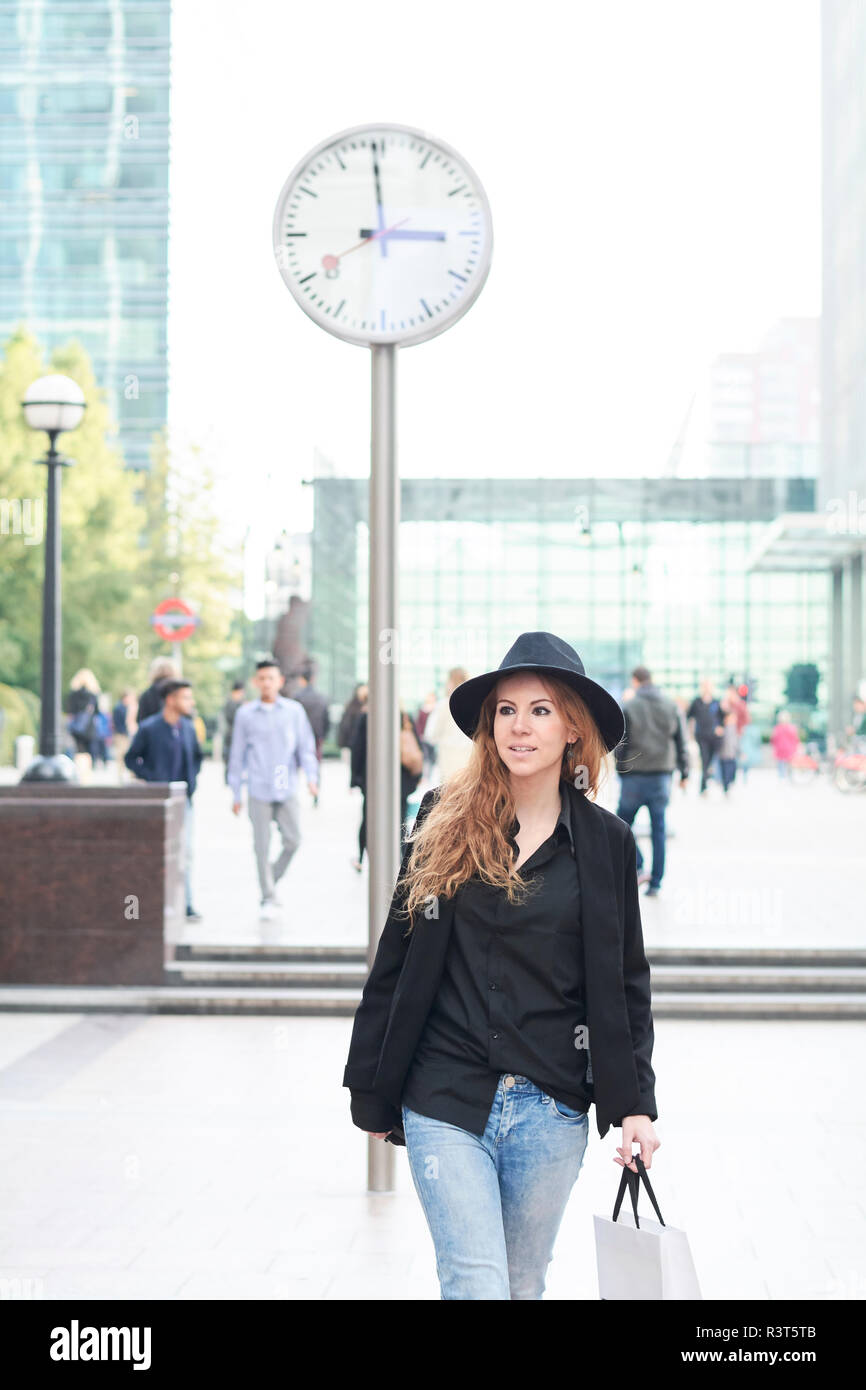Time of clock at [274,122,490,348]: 2:59
